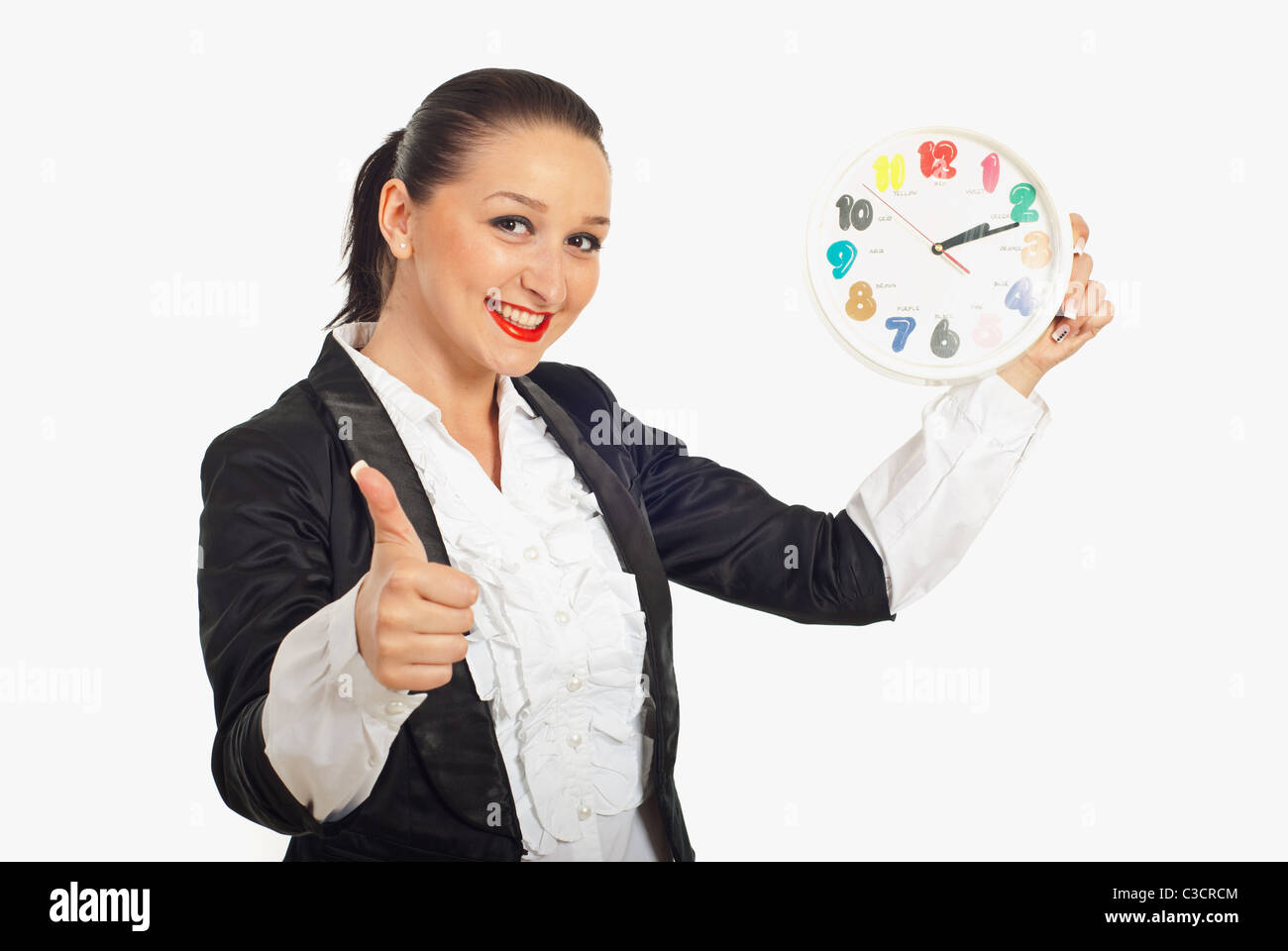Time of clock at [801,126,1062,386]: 2:11
